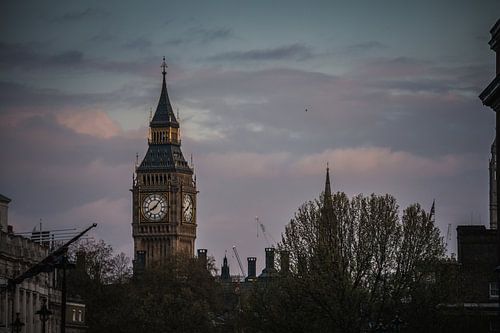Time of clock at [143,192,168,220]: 8:07
